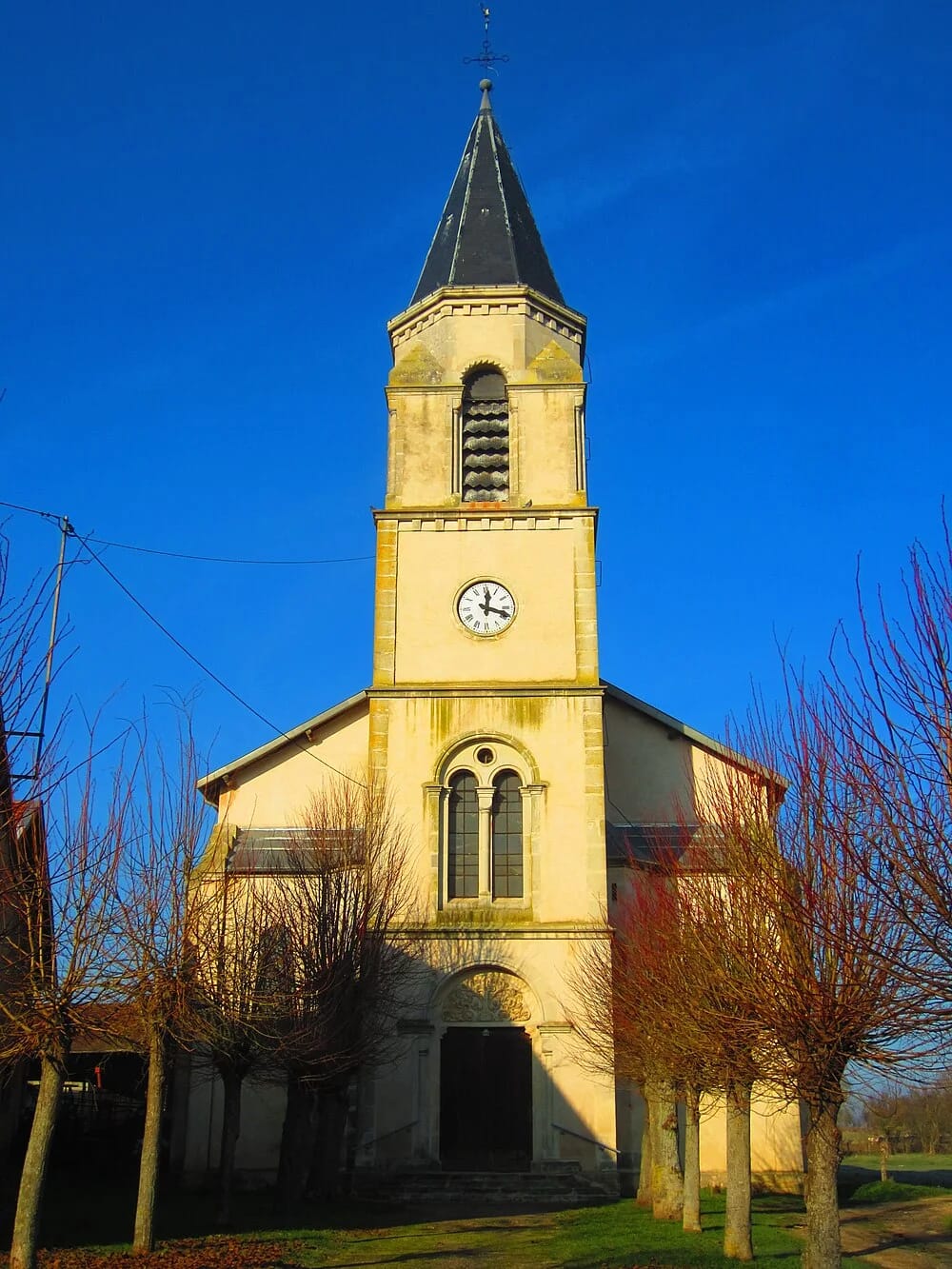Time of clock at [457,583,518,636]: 12:18
